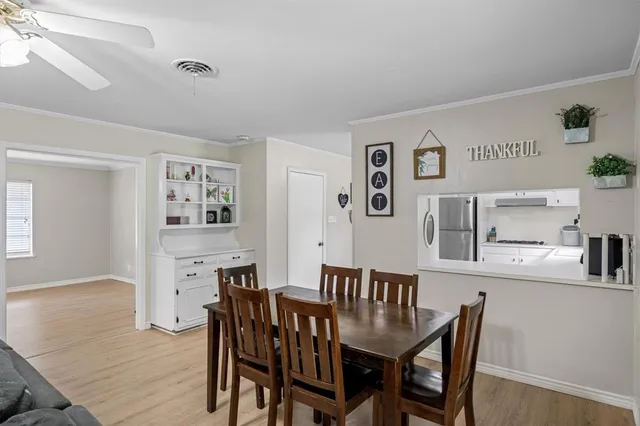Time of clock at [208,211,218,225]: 7:12
